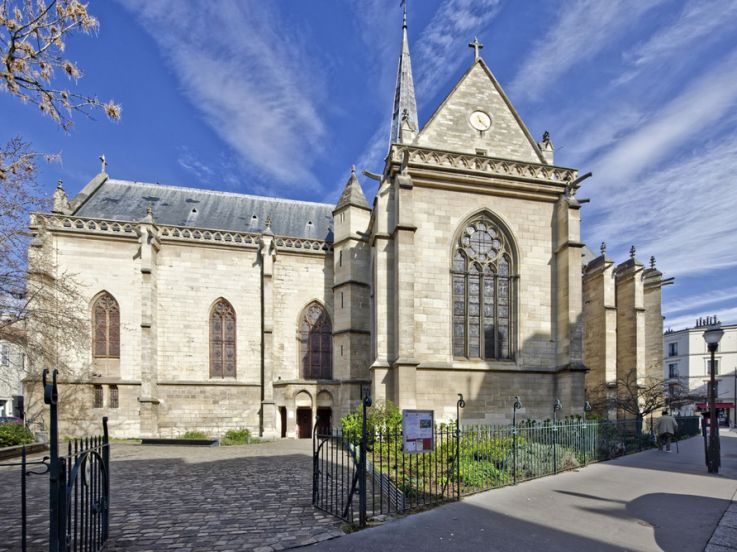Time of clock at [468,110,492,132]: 11:22
